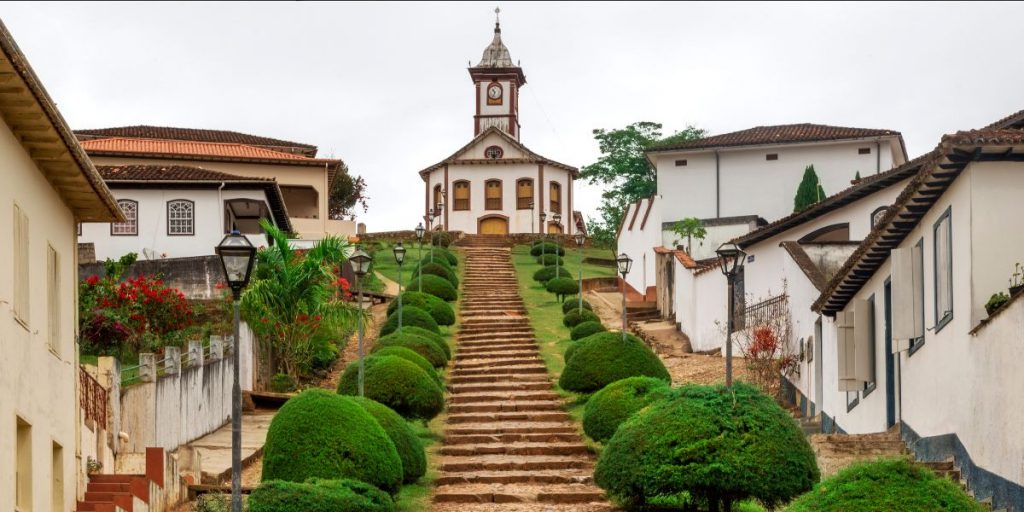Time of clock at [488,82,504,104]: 10:34
